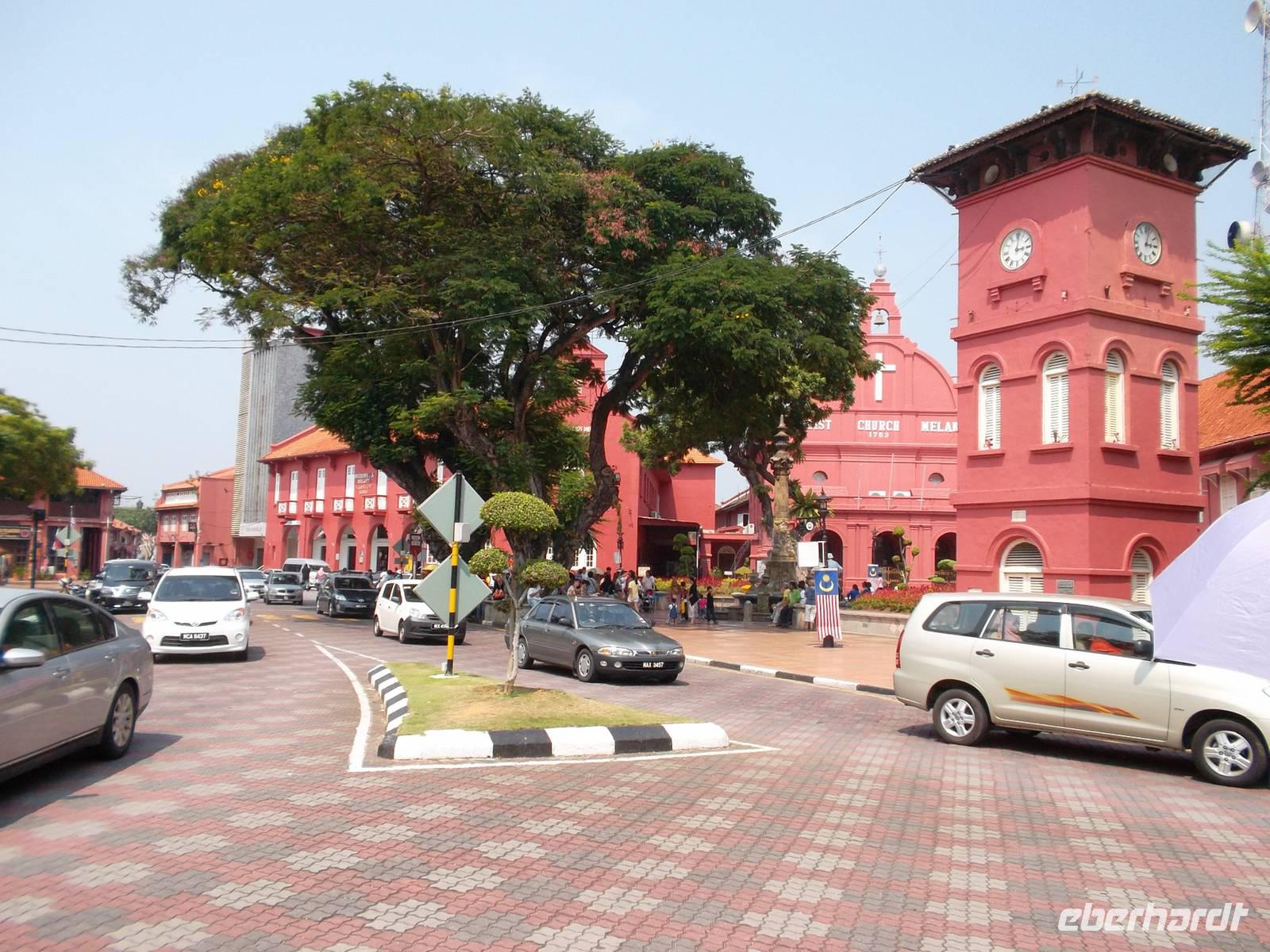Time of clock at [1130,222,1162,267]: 3:02
